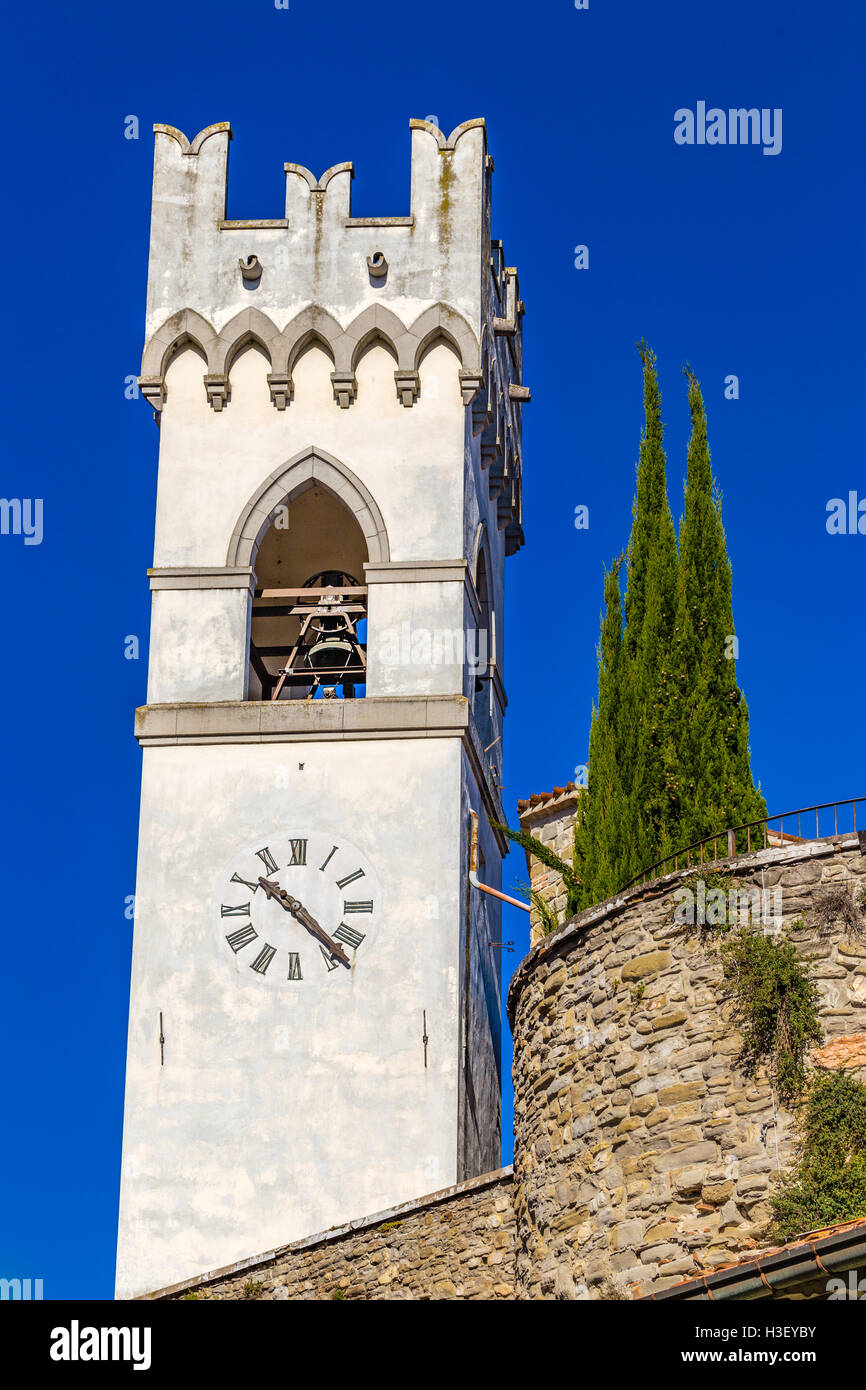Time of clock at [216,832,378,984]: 10:22
